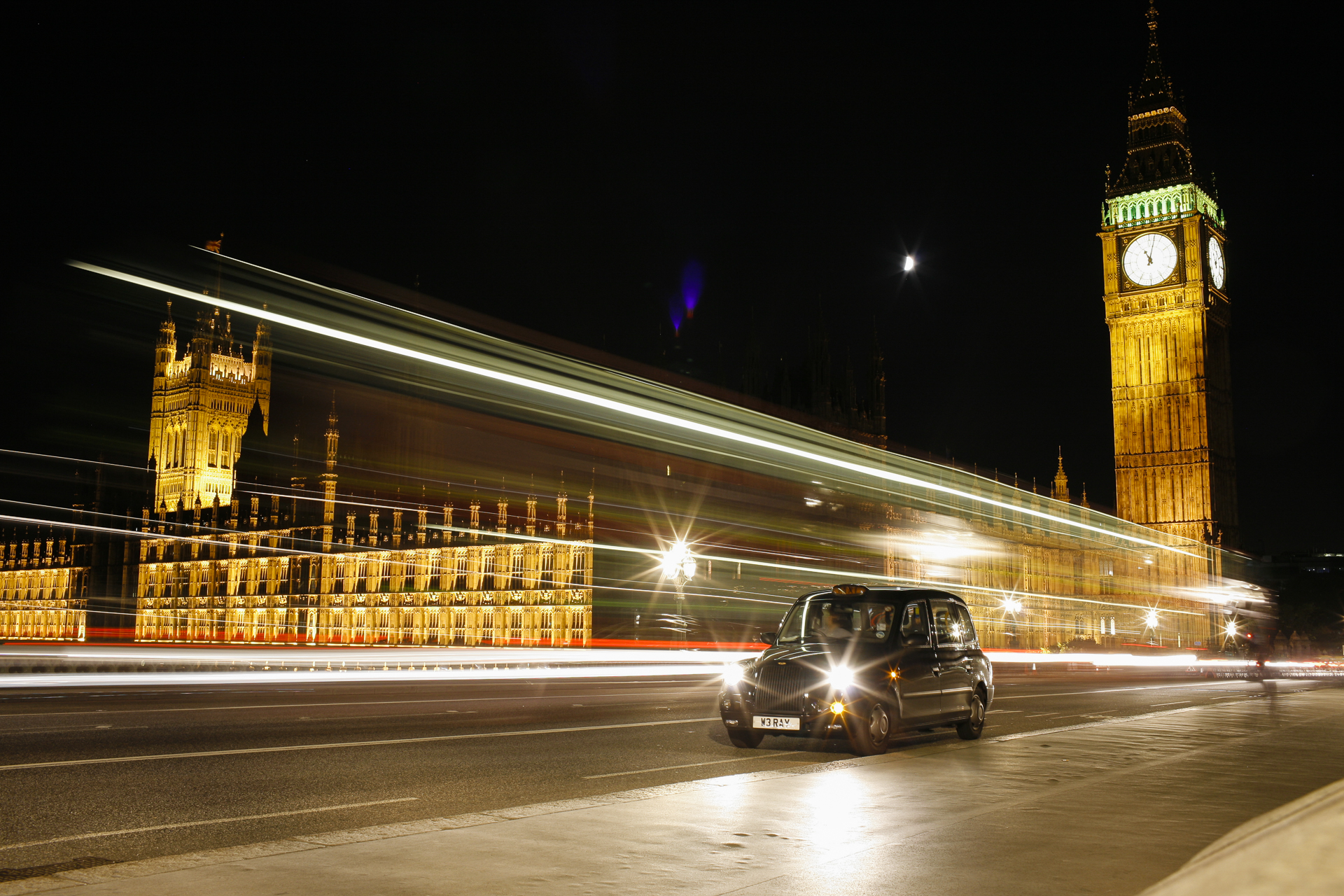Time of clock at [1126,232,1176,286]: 11:02
